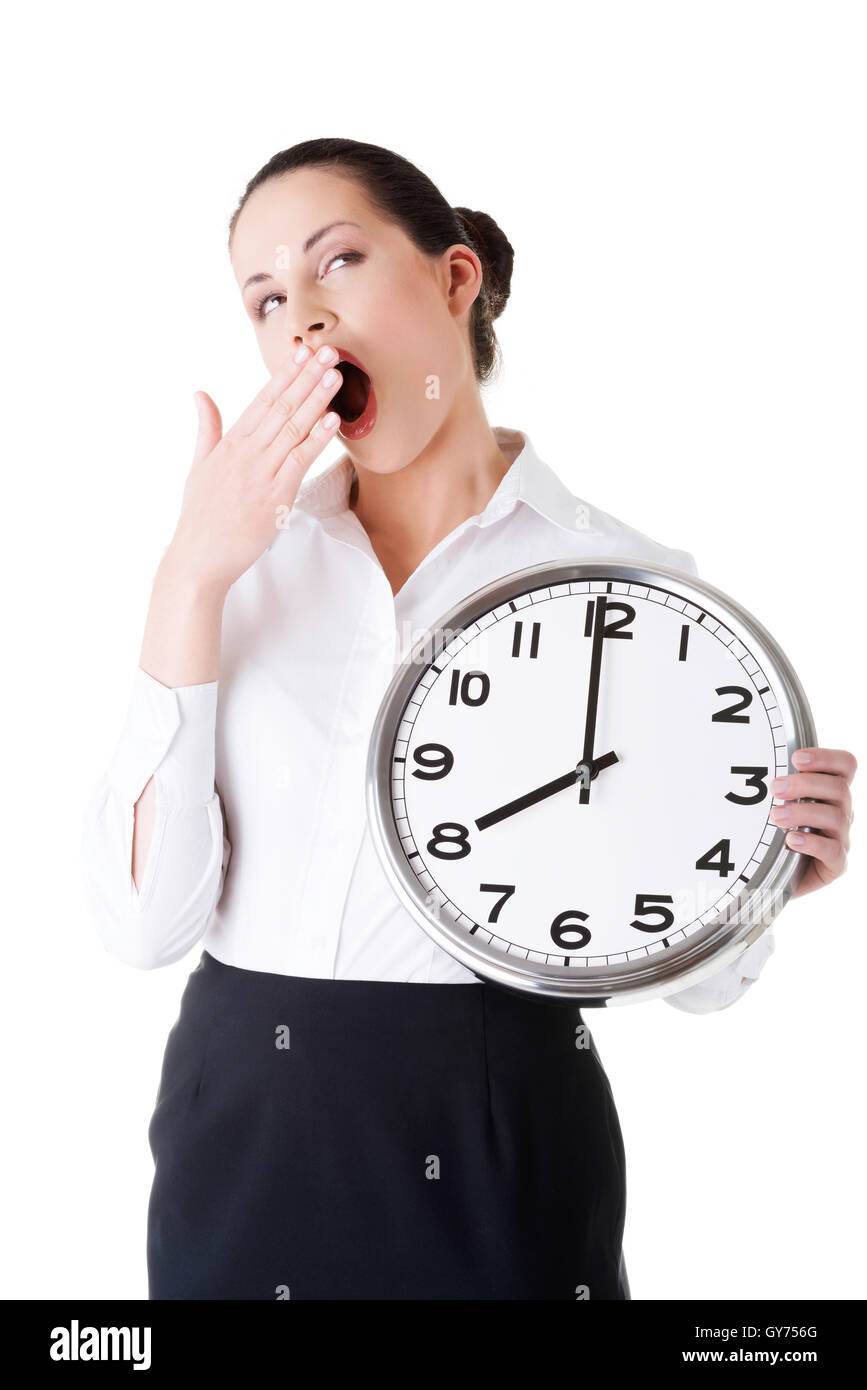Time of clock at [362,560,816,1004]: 7:59
